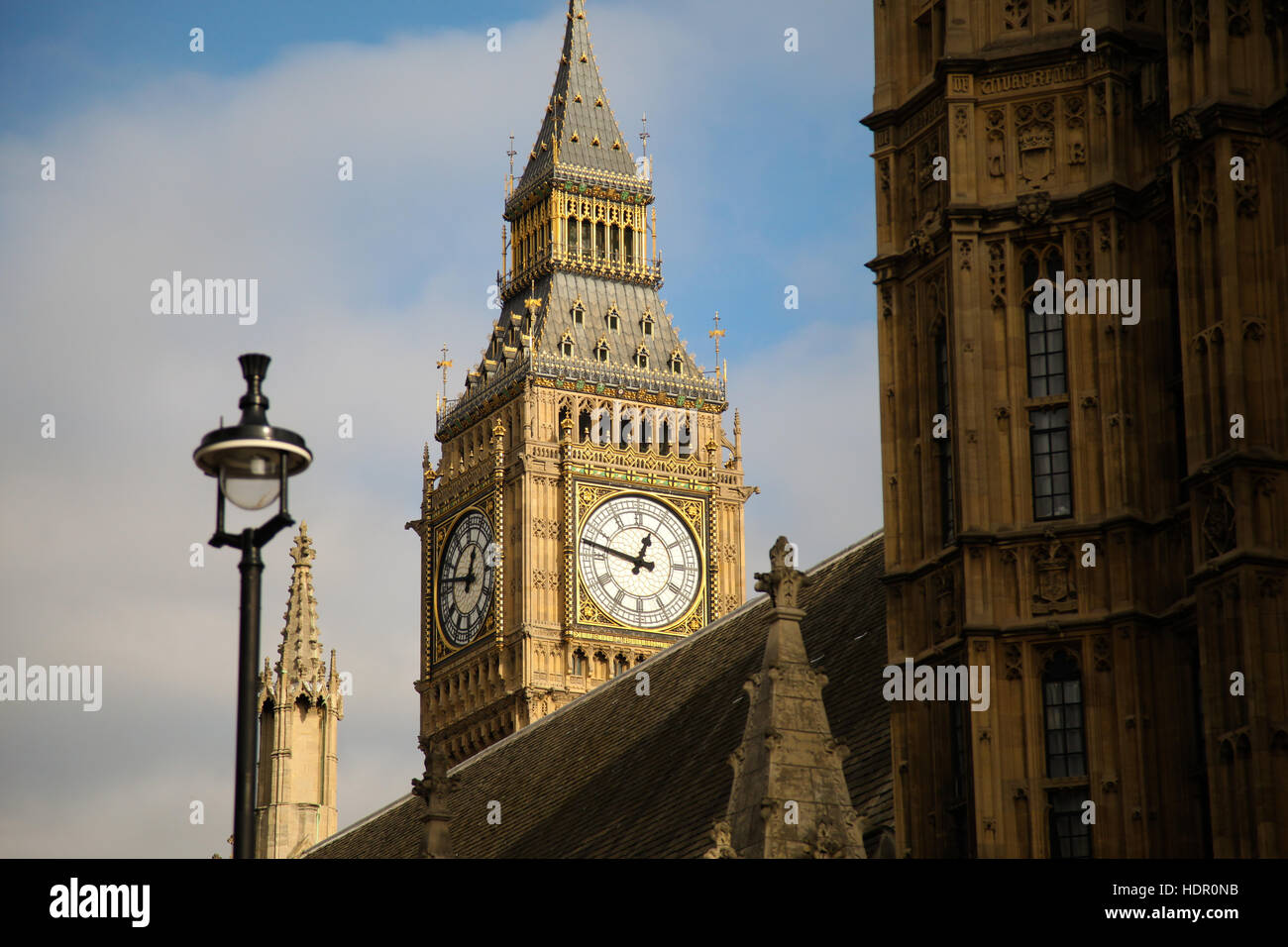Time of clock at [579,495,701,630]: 12:47
